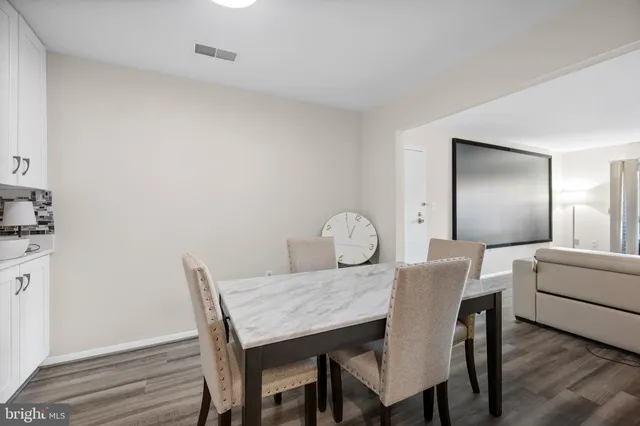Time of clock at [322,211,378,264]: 11:55
